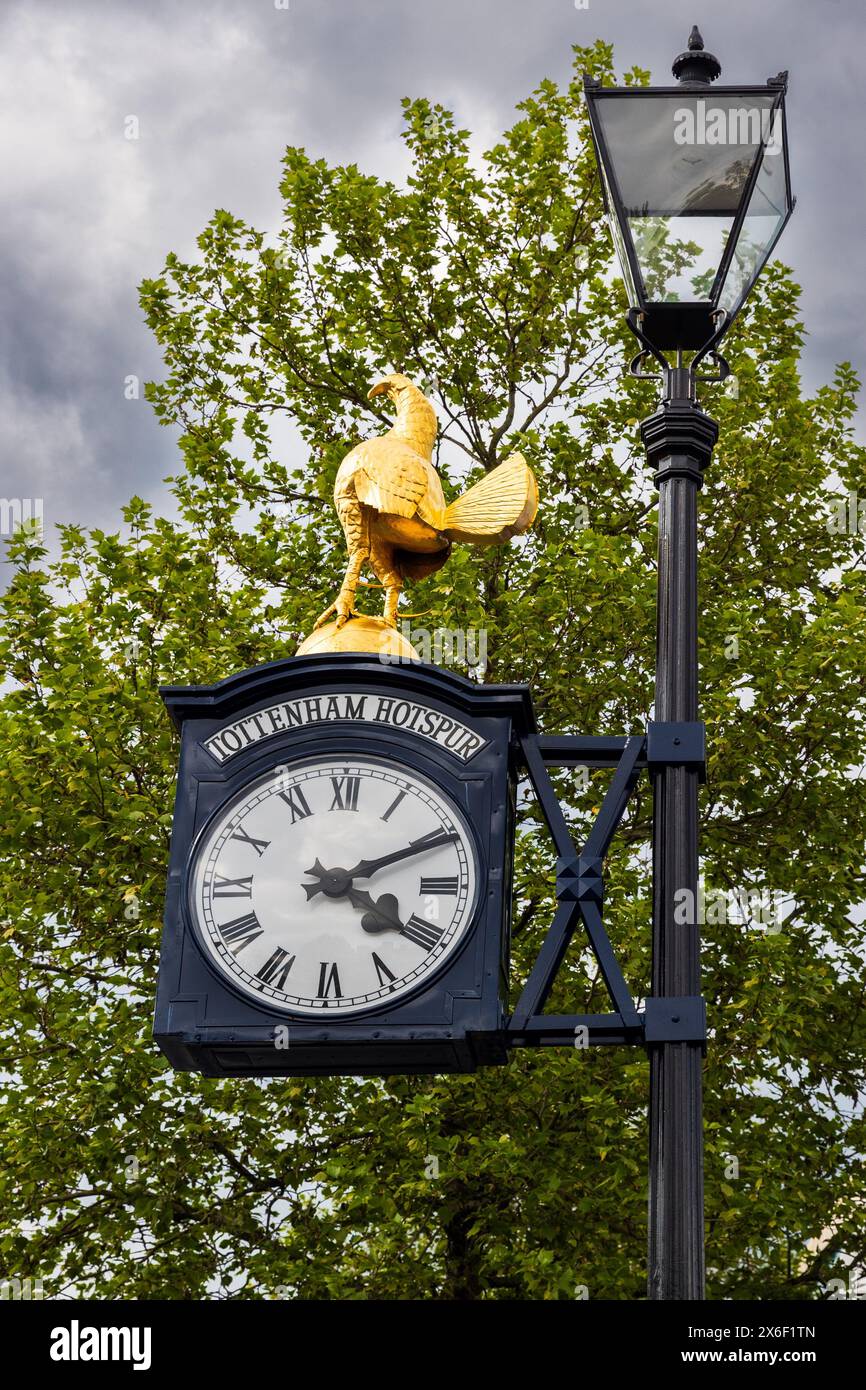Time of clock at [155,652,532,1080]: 4:10
